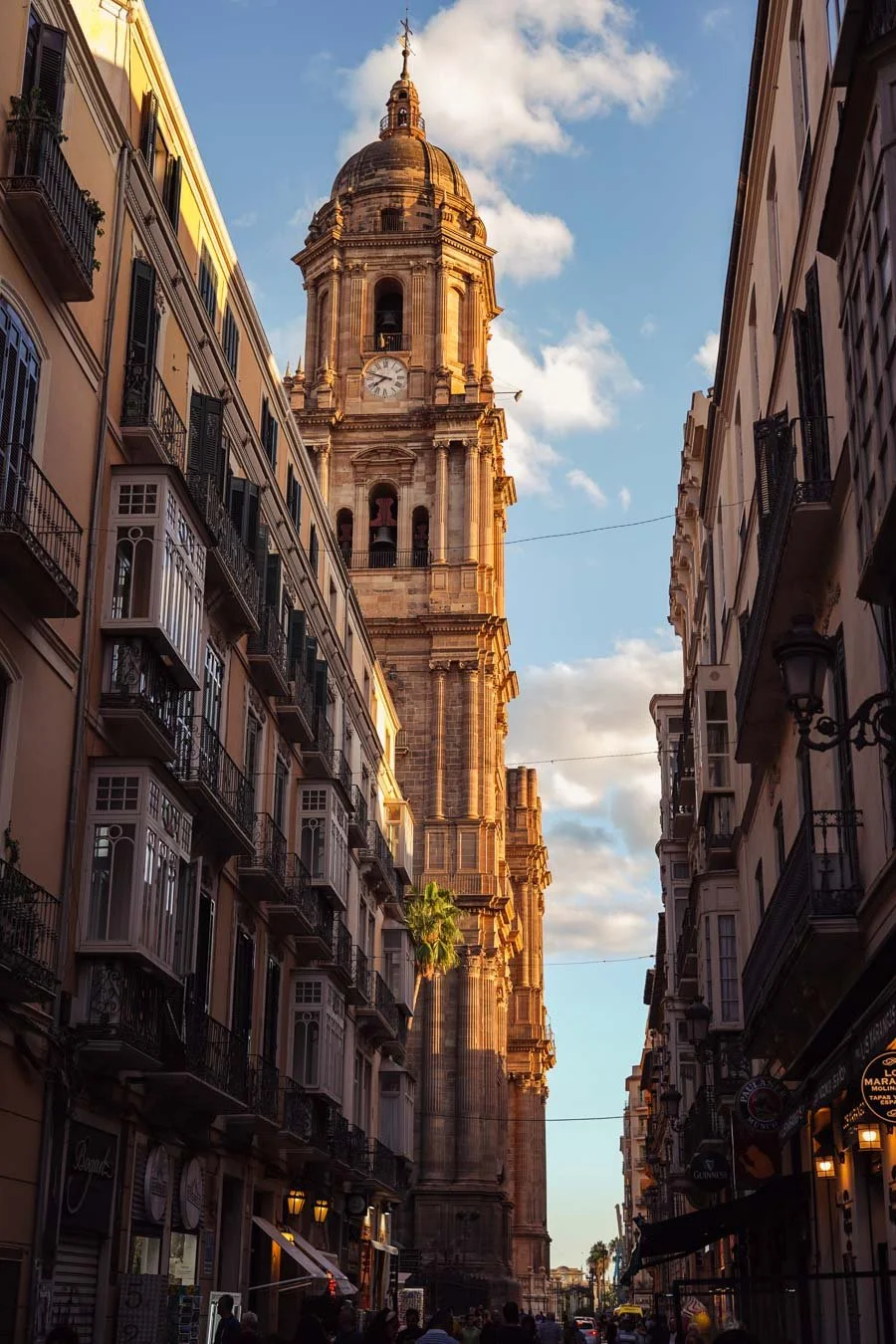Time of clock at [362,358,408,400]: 7:47
